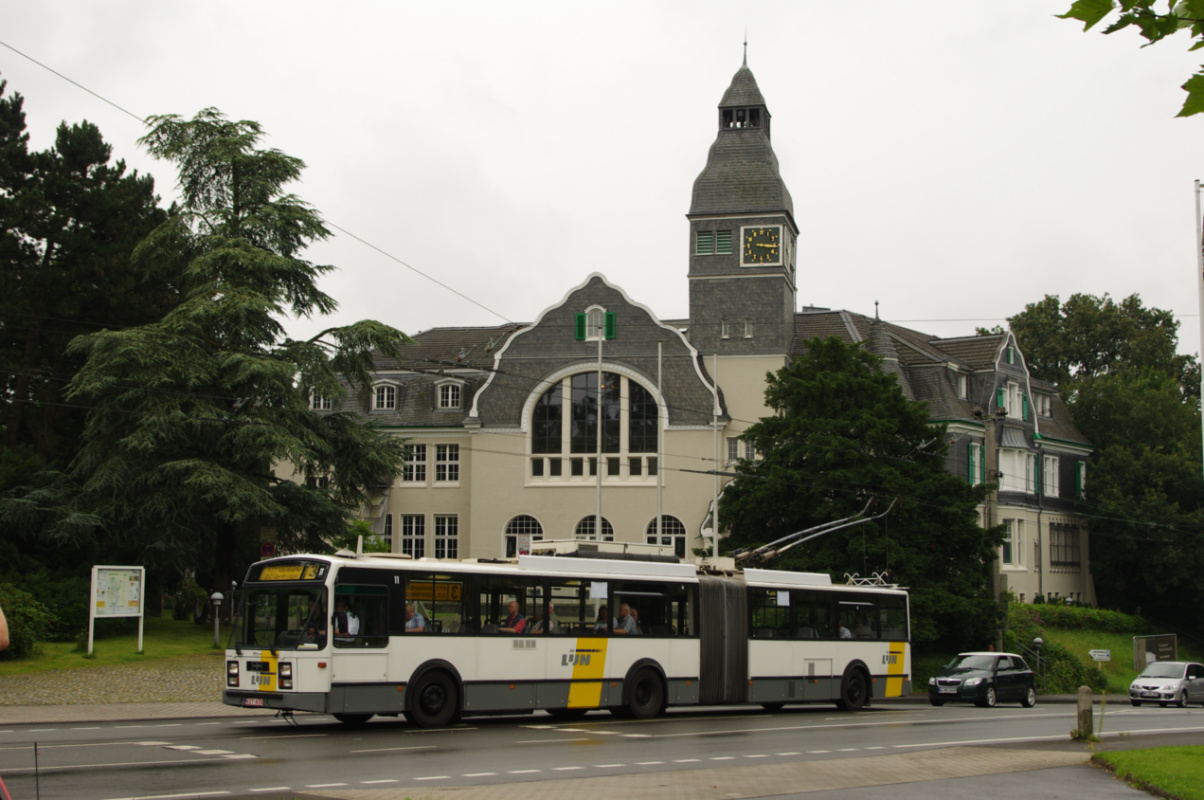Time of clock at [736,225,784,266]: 3:16
